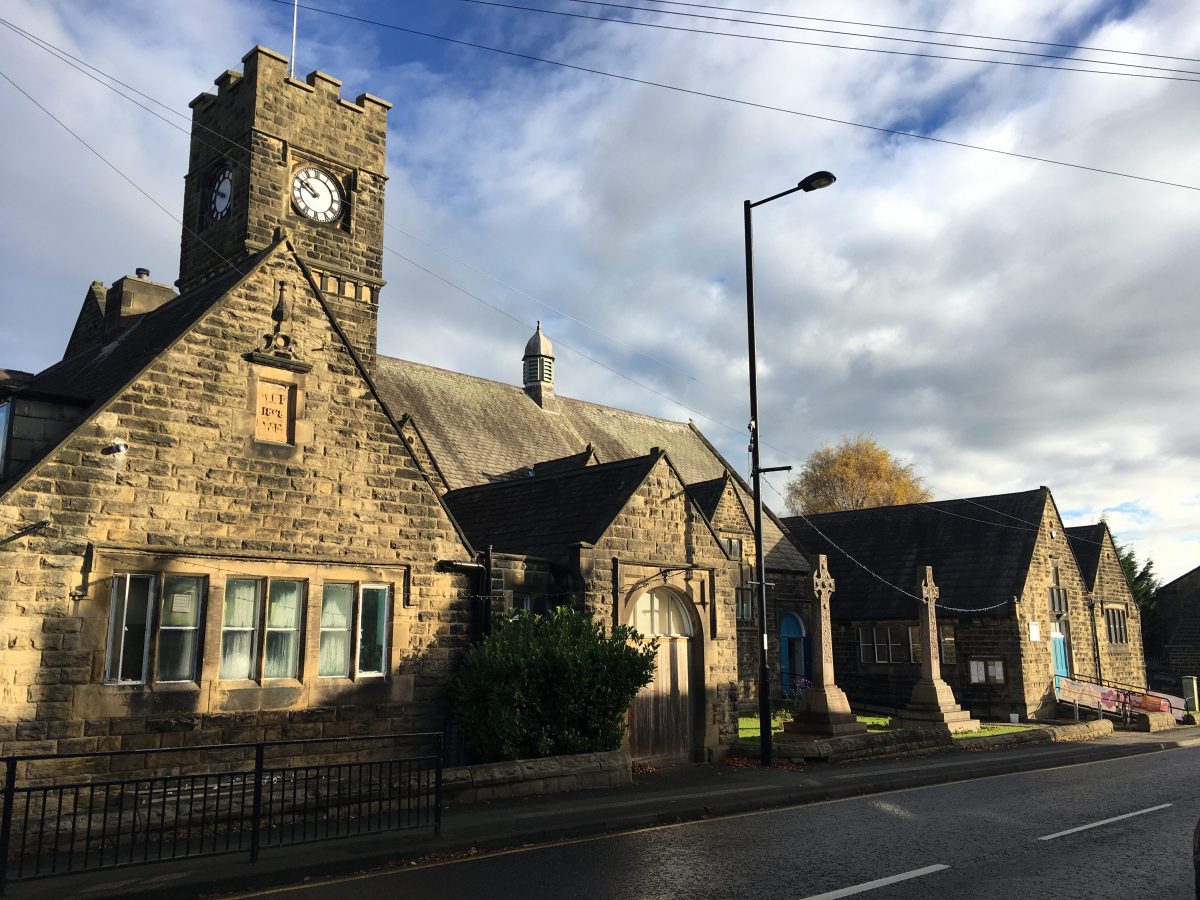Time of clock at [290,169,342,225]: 9:50
